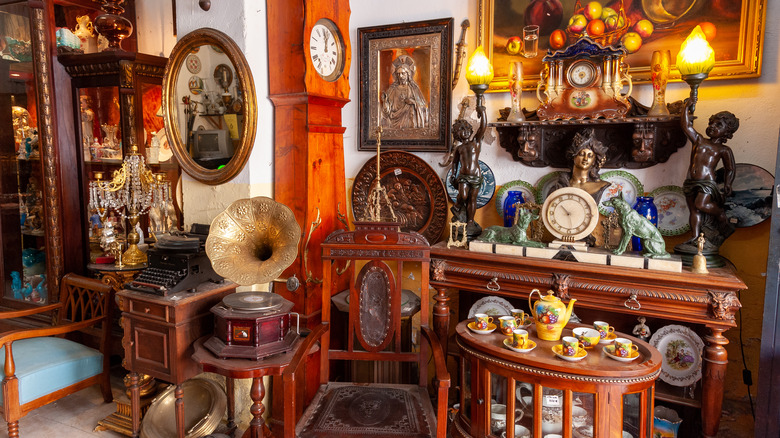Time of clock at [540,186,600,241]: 10:28
